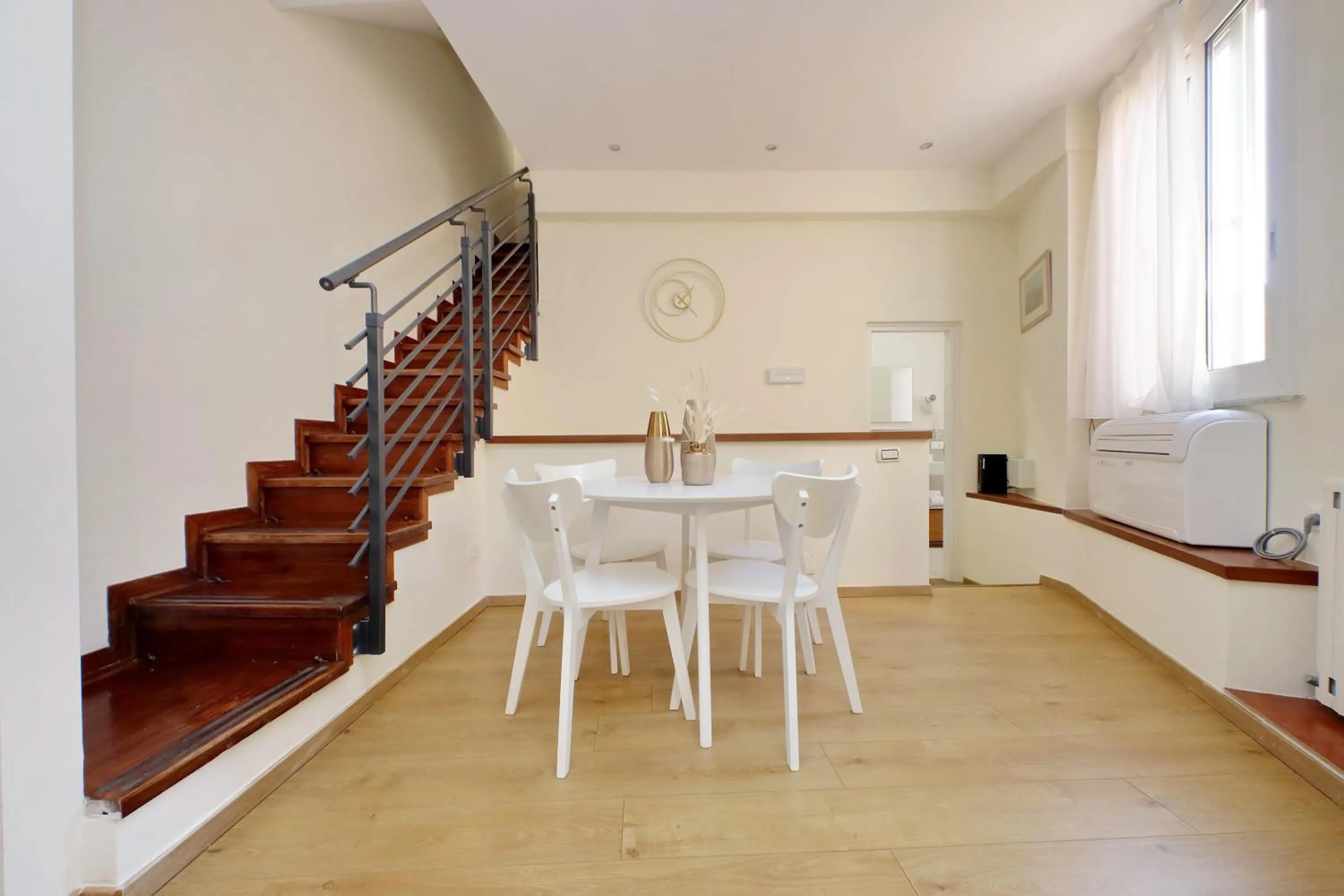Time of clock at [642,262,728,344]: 4:07
